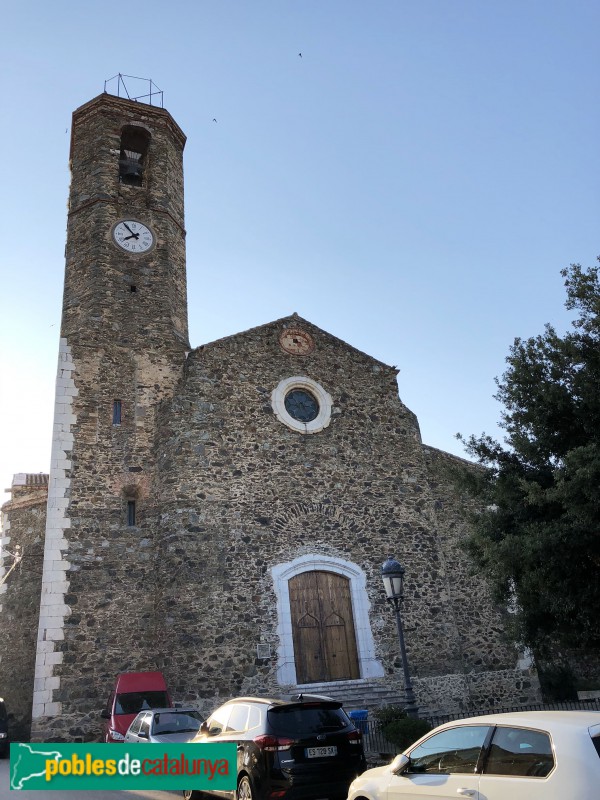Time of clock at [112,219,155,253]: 7:53
